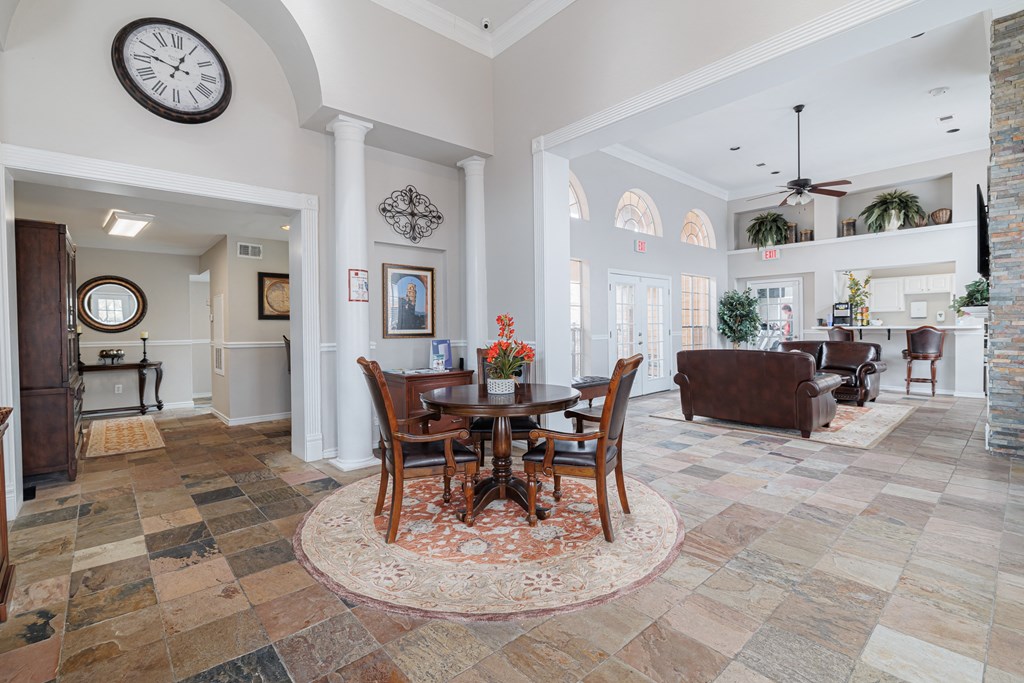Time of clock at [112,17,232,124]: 12:46
